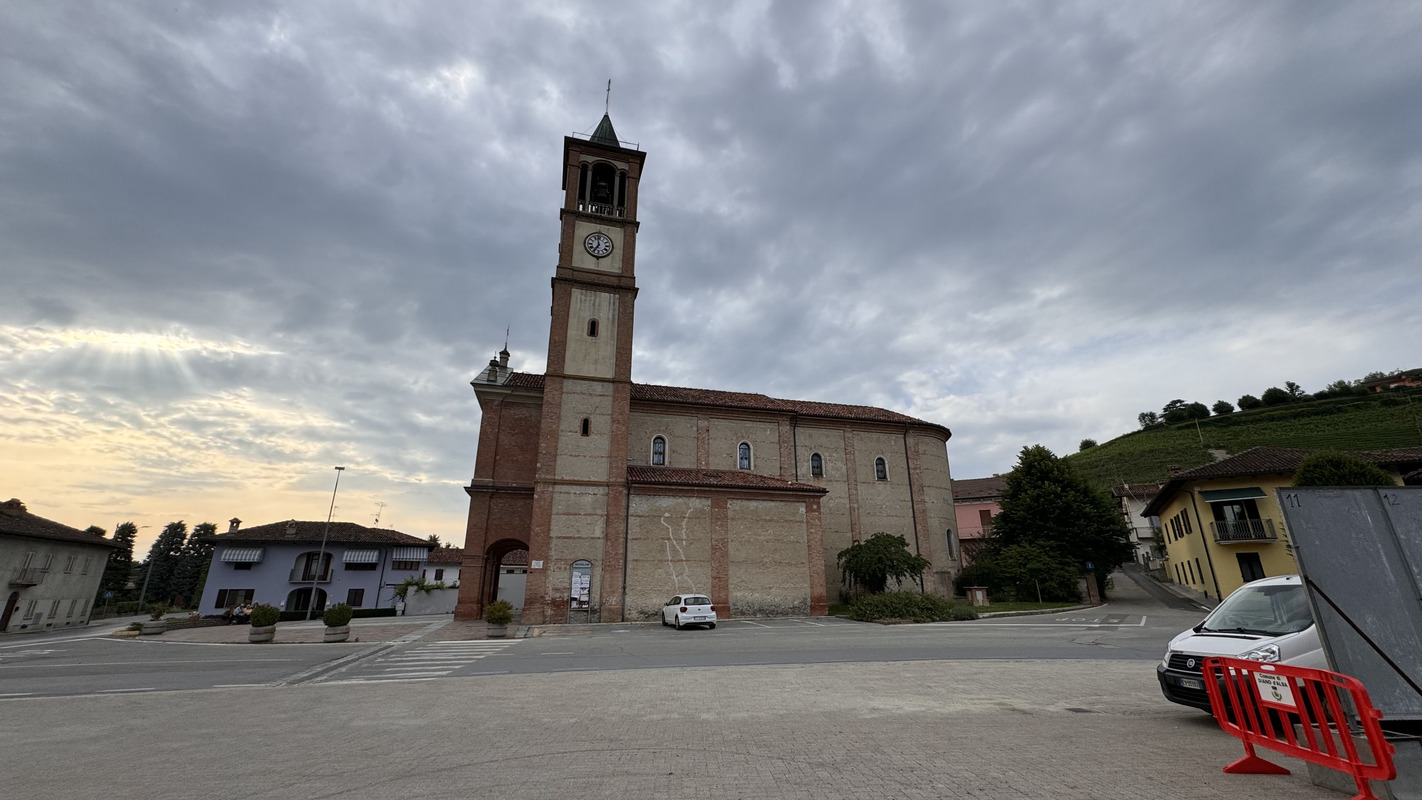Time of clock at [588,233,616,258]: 6:58
